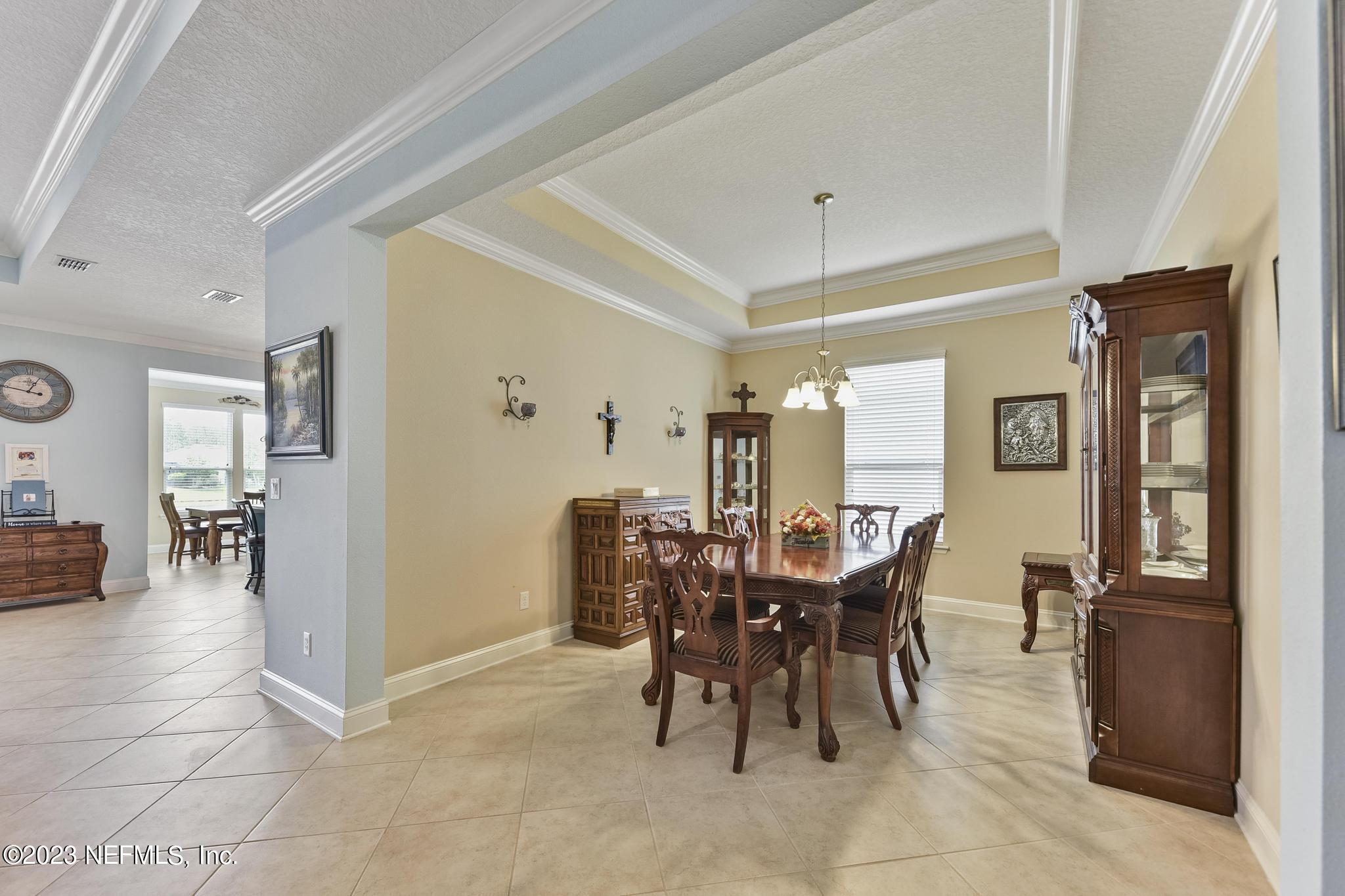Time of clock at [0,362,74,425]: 12:46
